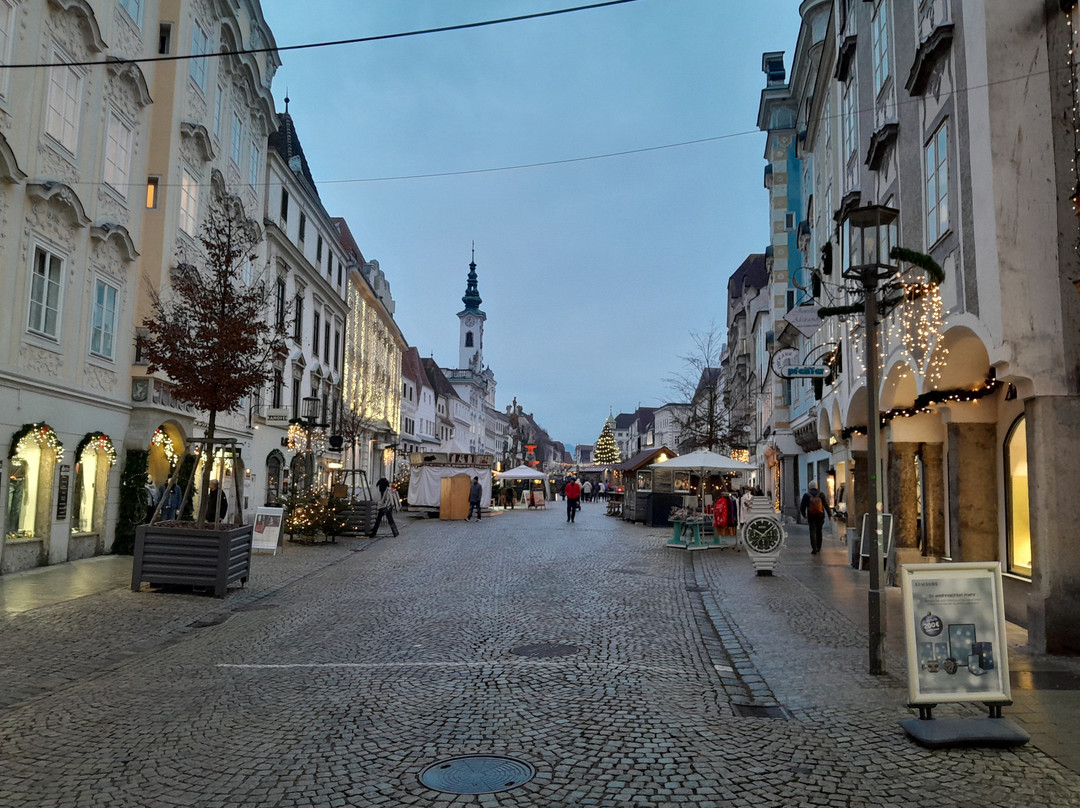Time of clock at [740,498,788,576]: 10:07
